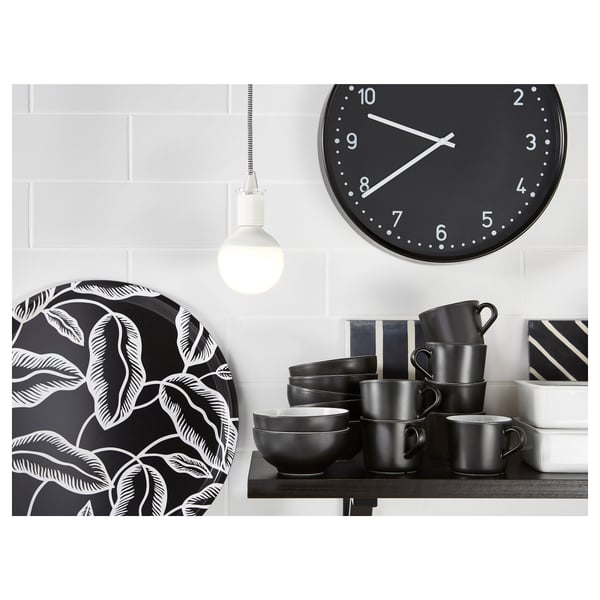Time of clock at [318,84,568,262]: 9:39
